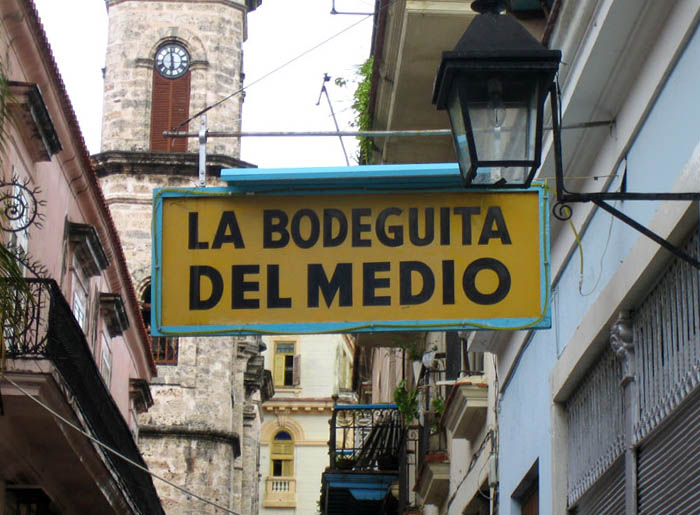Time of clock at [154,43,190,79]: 5:58
